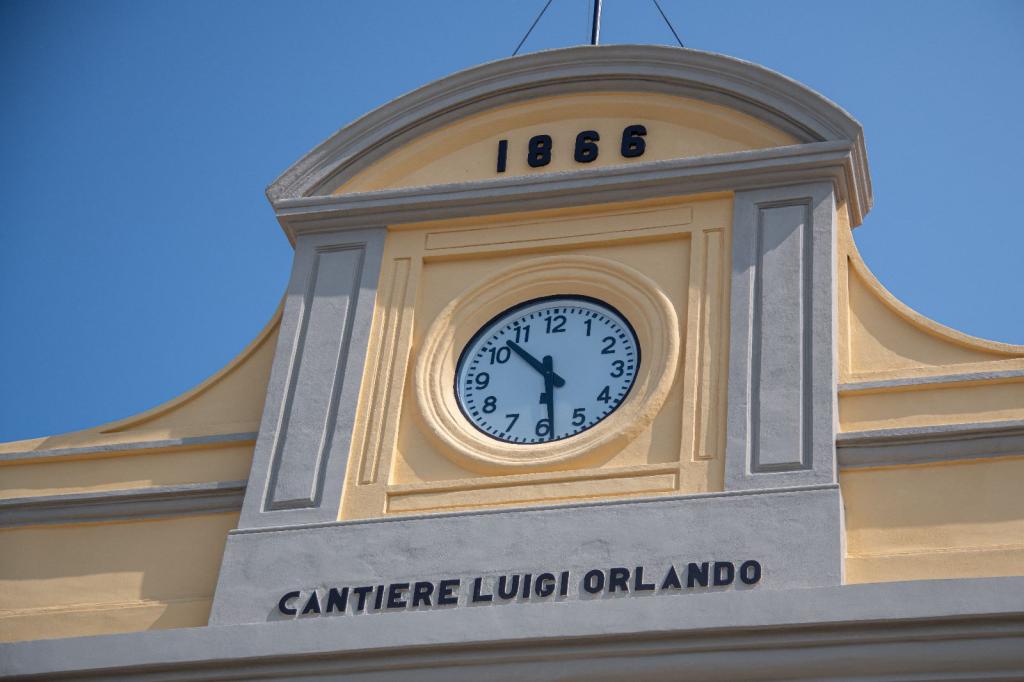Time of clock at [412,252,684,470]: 5:52
